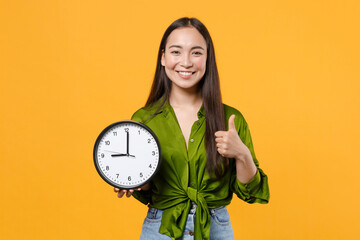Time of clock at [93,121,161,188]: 9:00
